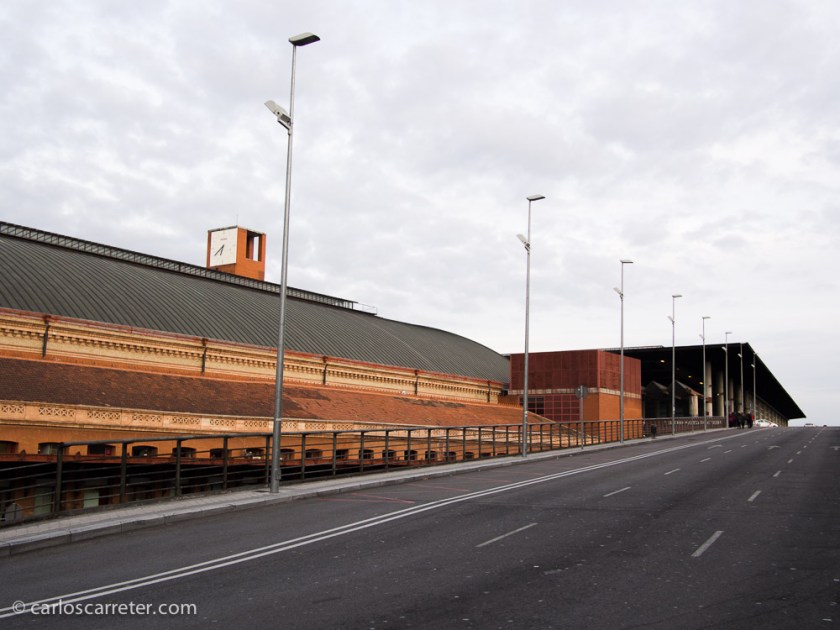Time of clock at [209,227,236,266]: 6:39
